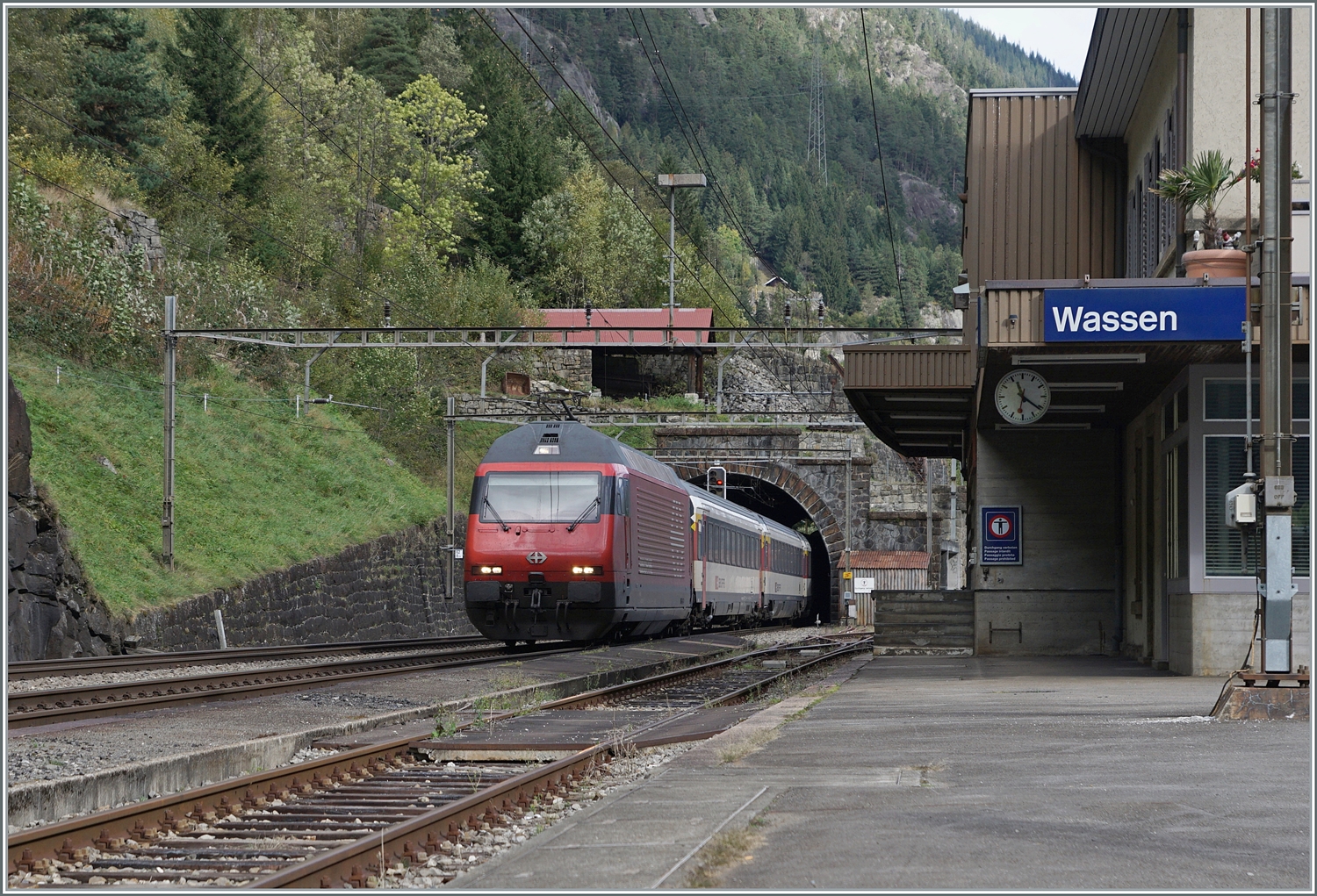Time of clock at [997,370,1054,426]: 11:21
